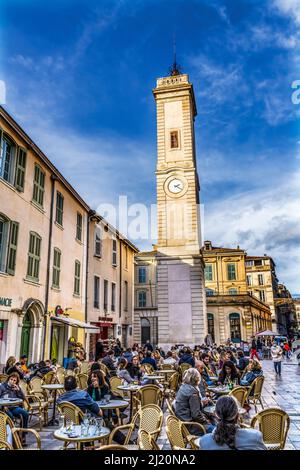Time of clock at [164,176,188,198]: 2:20
